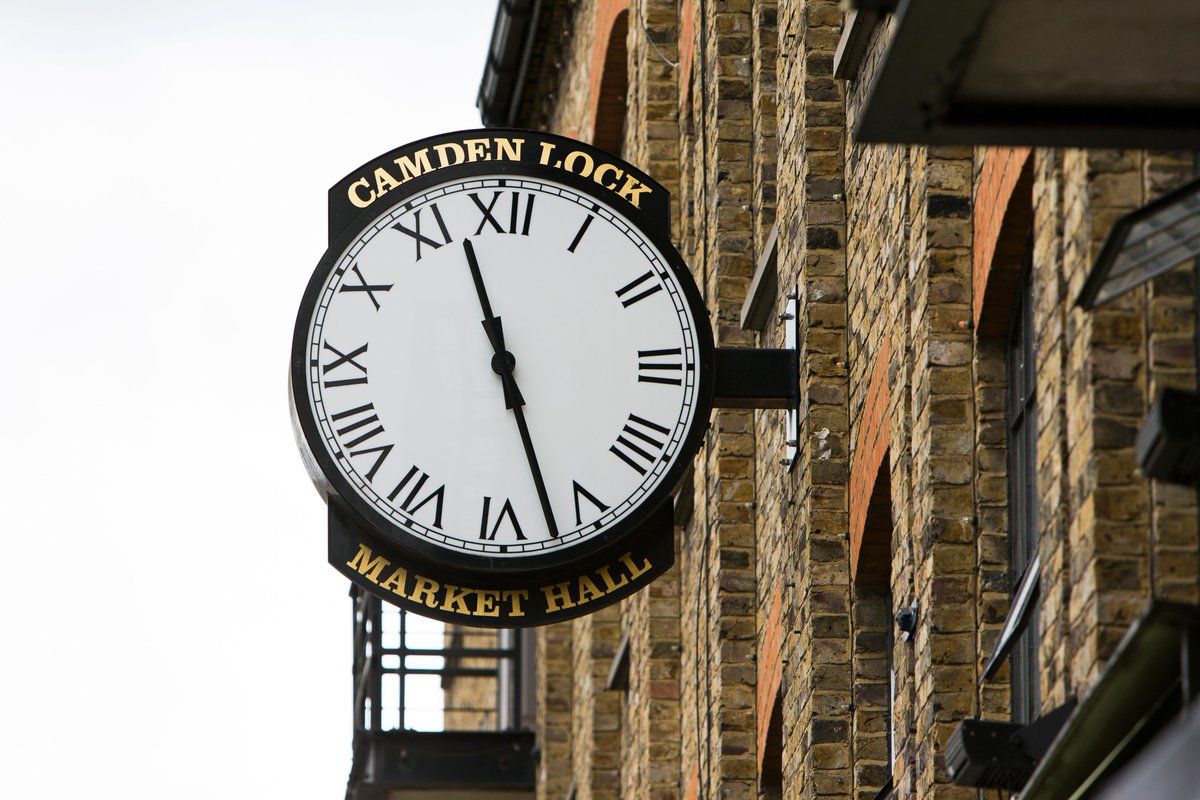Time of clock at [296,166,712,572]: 11:27
